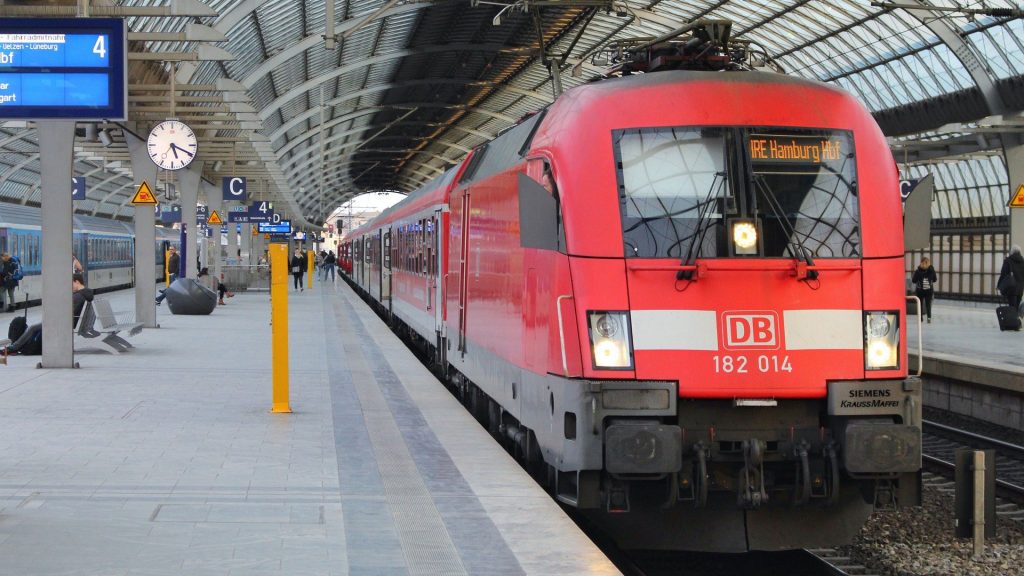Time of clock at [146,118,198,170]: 5:19
